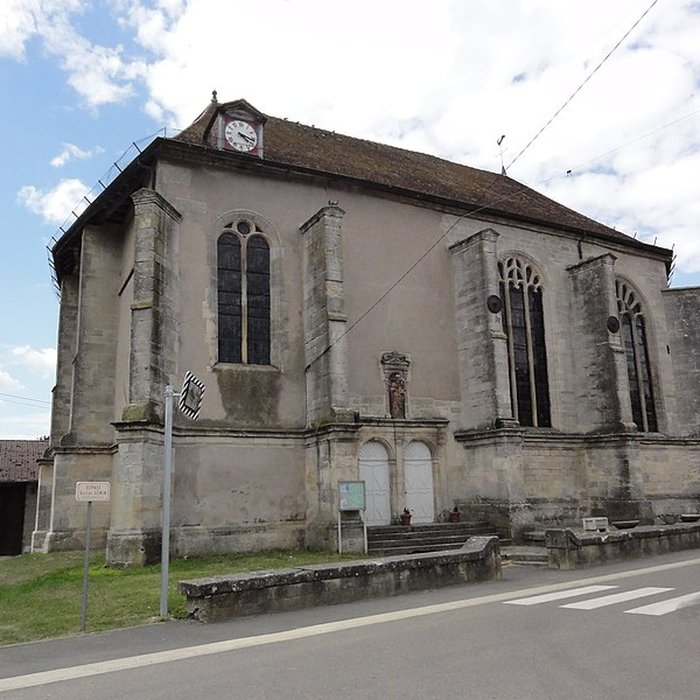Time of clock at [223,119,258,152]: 4:17
